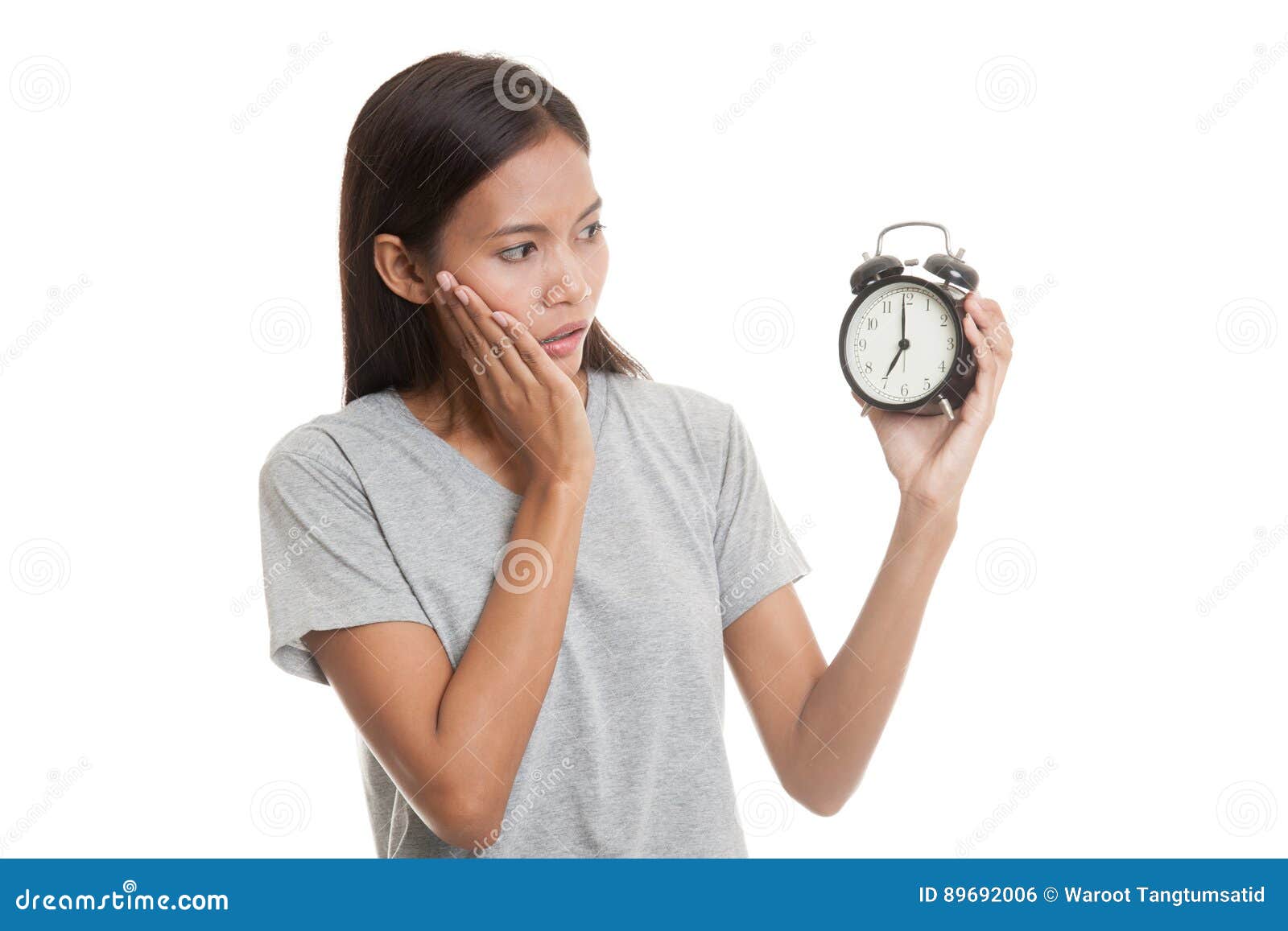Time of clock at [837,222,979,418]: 7:00
